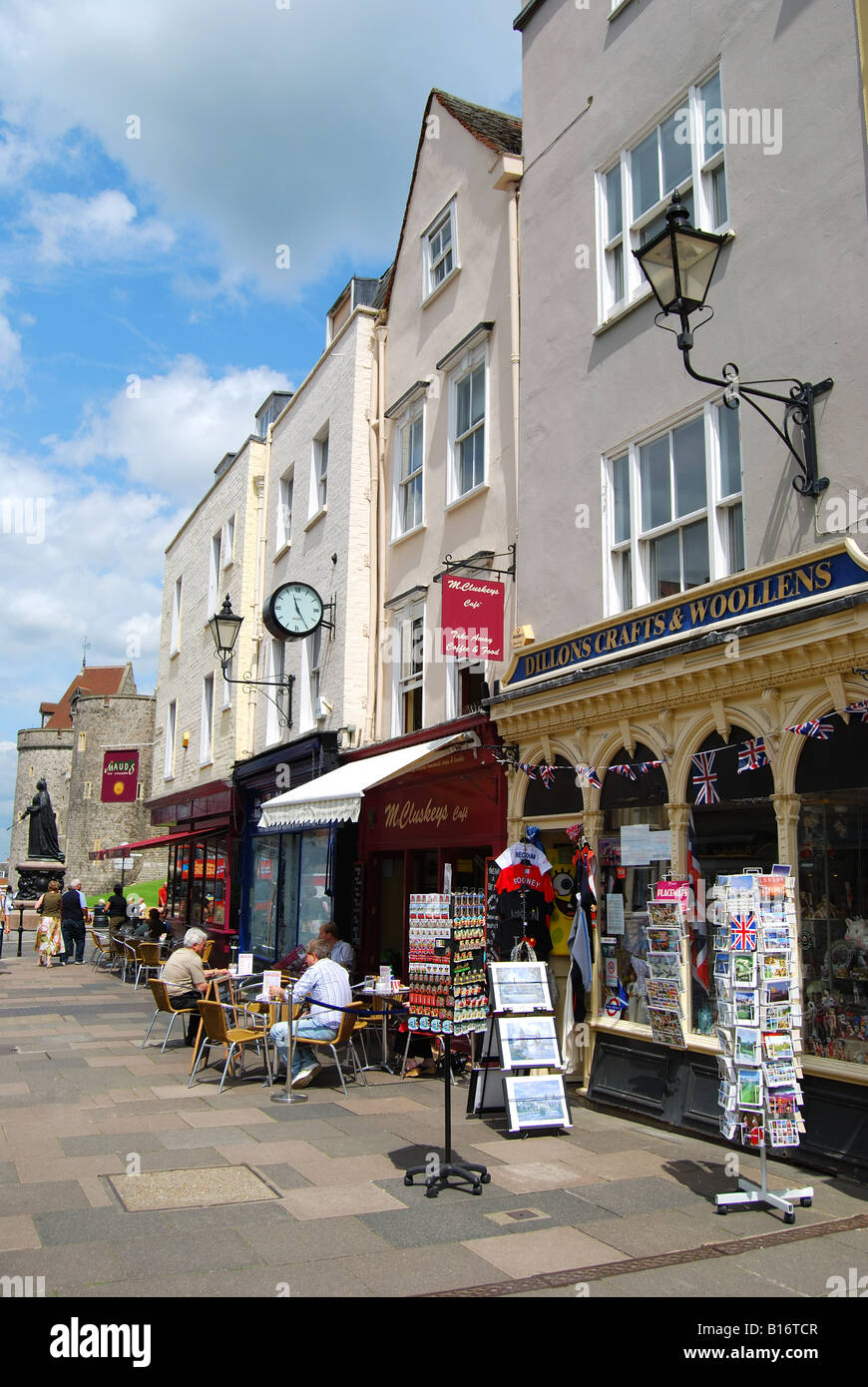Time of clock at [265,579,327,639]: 11:24
